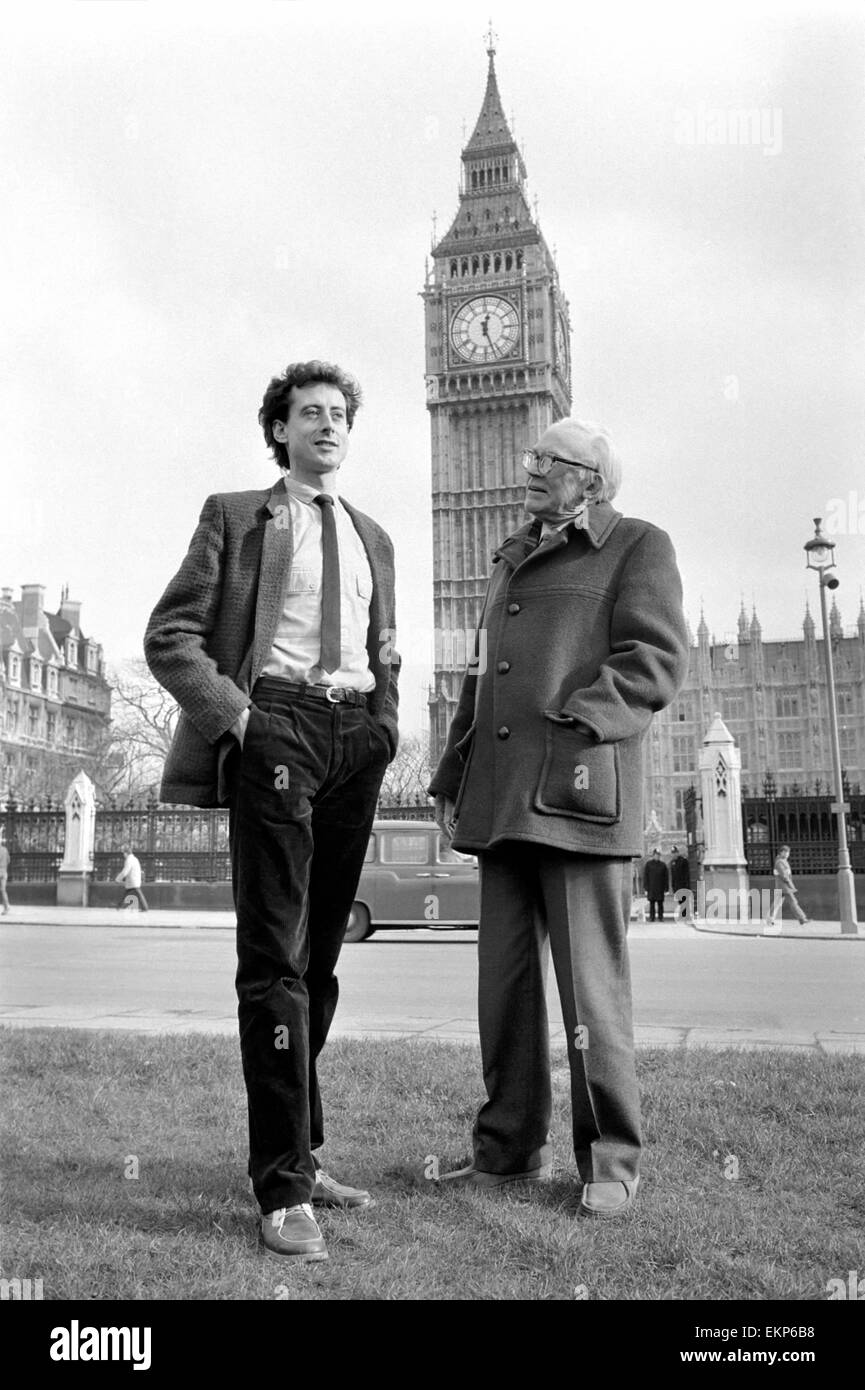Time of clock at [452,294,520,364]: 12:26
